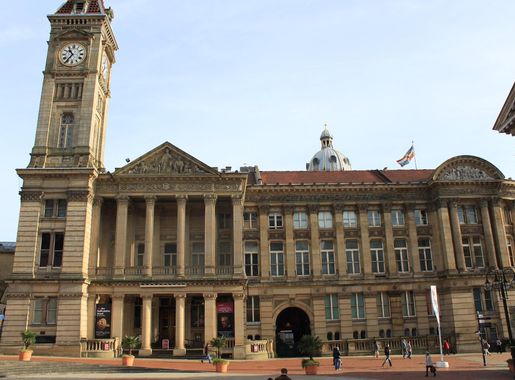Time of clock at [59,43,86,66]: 10:36
